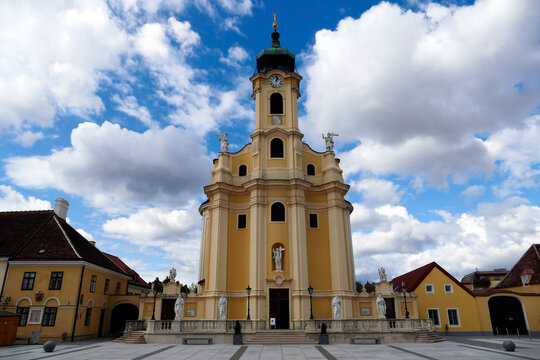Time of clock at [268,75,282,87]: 1:01
